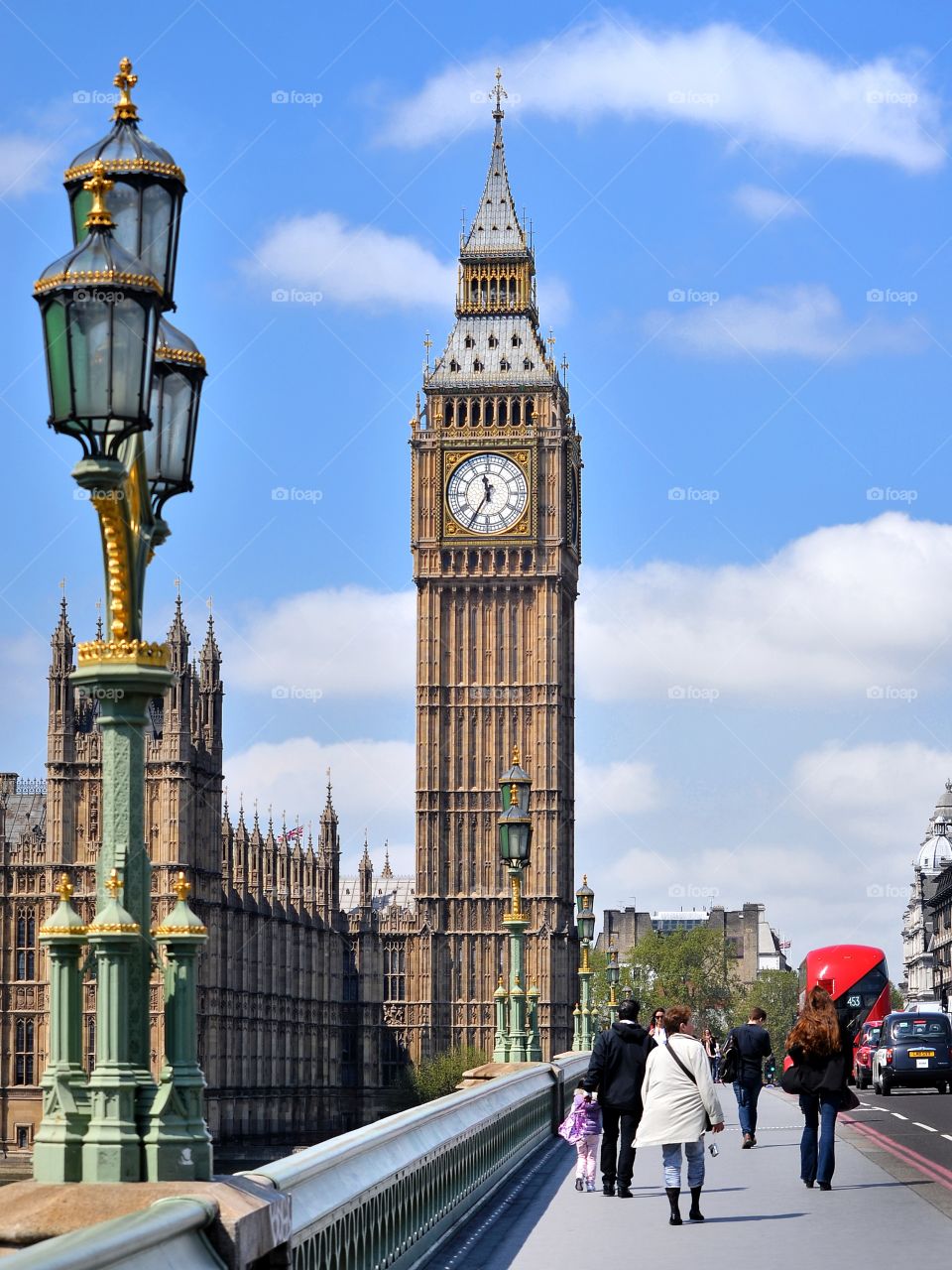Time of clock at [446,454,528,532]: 11:35
